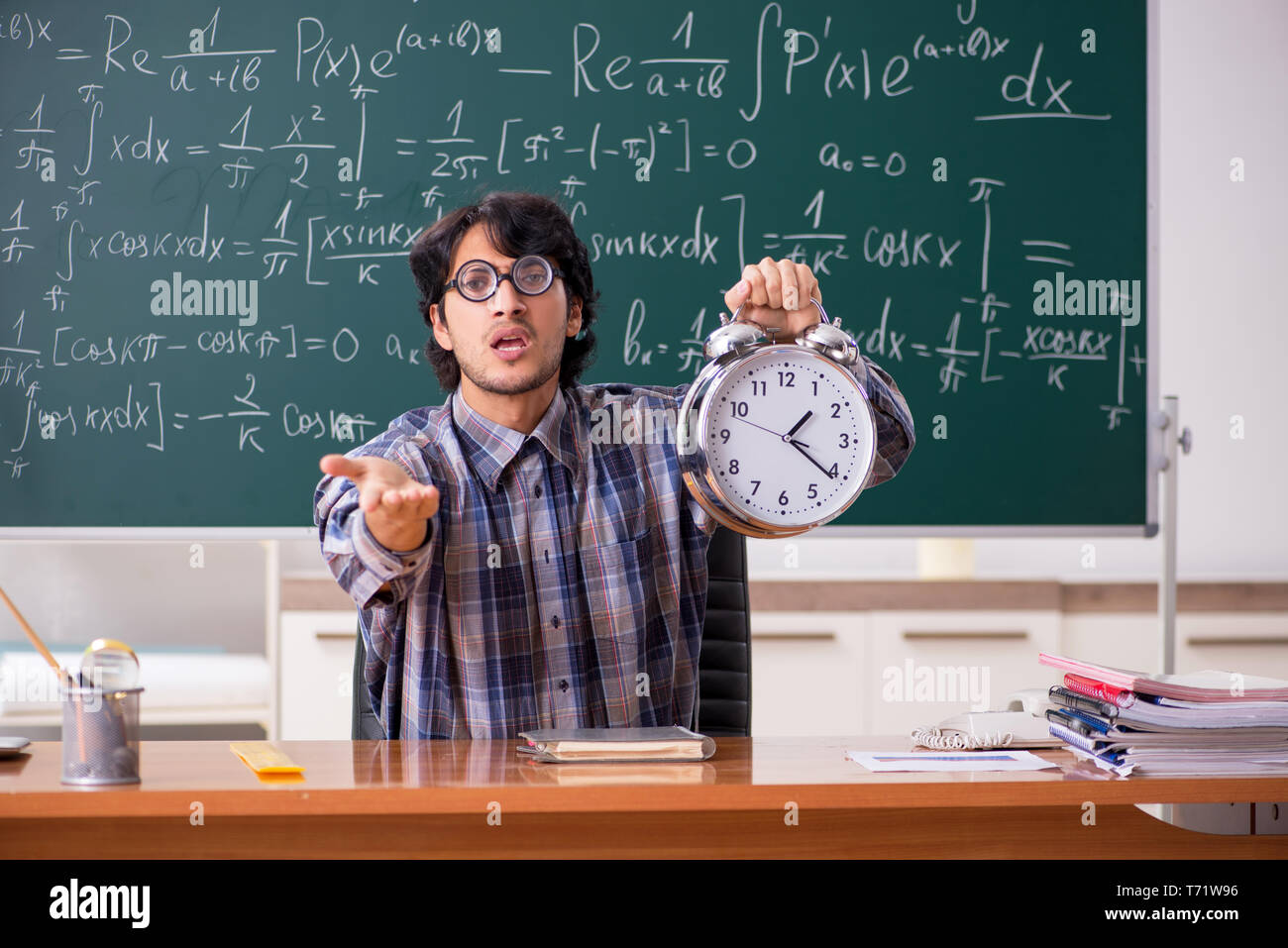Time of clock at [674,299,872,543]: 1:21
